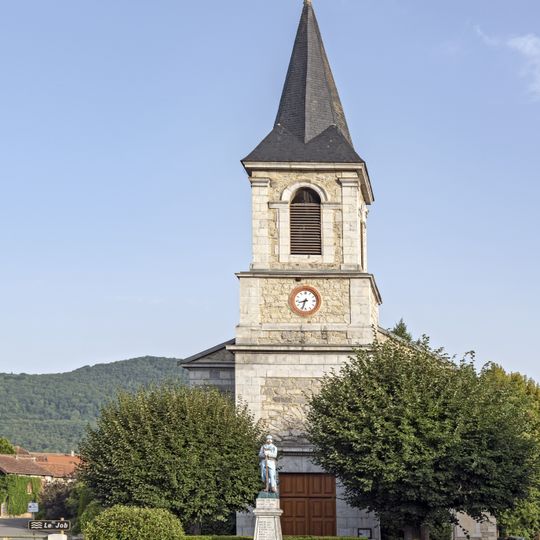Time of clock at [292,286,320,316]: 8:33
